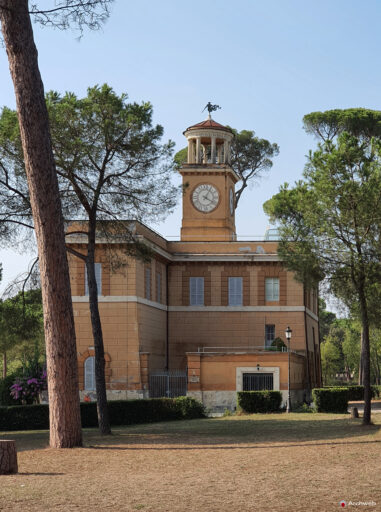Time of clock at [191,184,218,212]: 4:04
